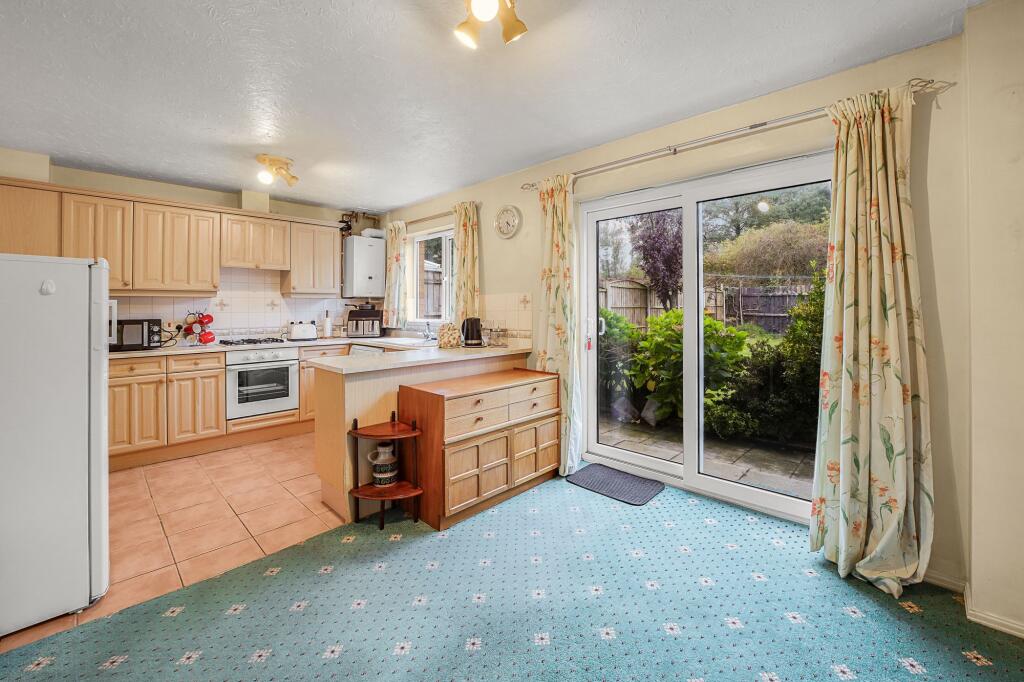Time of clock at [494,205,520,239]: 4:28
